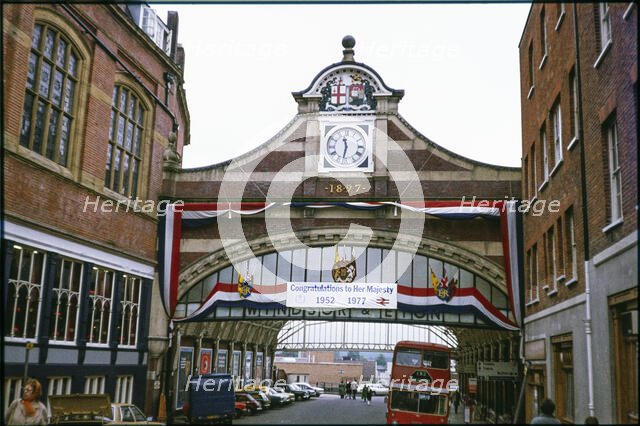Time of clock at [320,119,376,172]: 11:32
